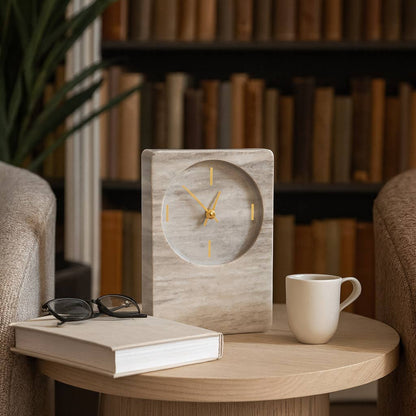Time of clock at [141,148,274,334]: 12:52
